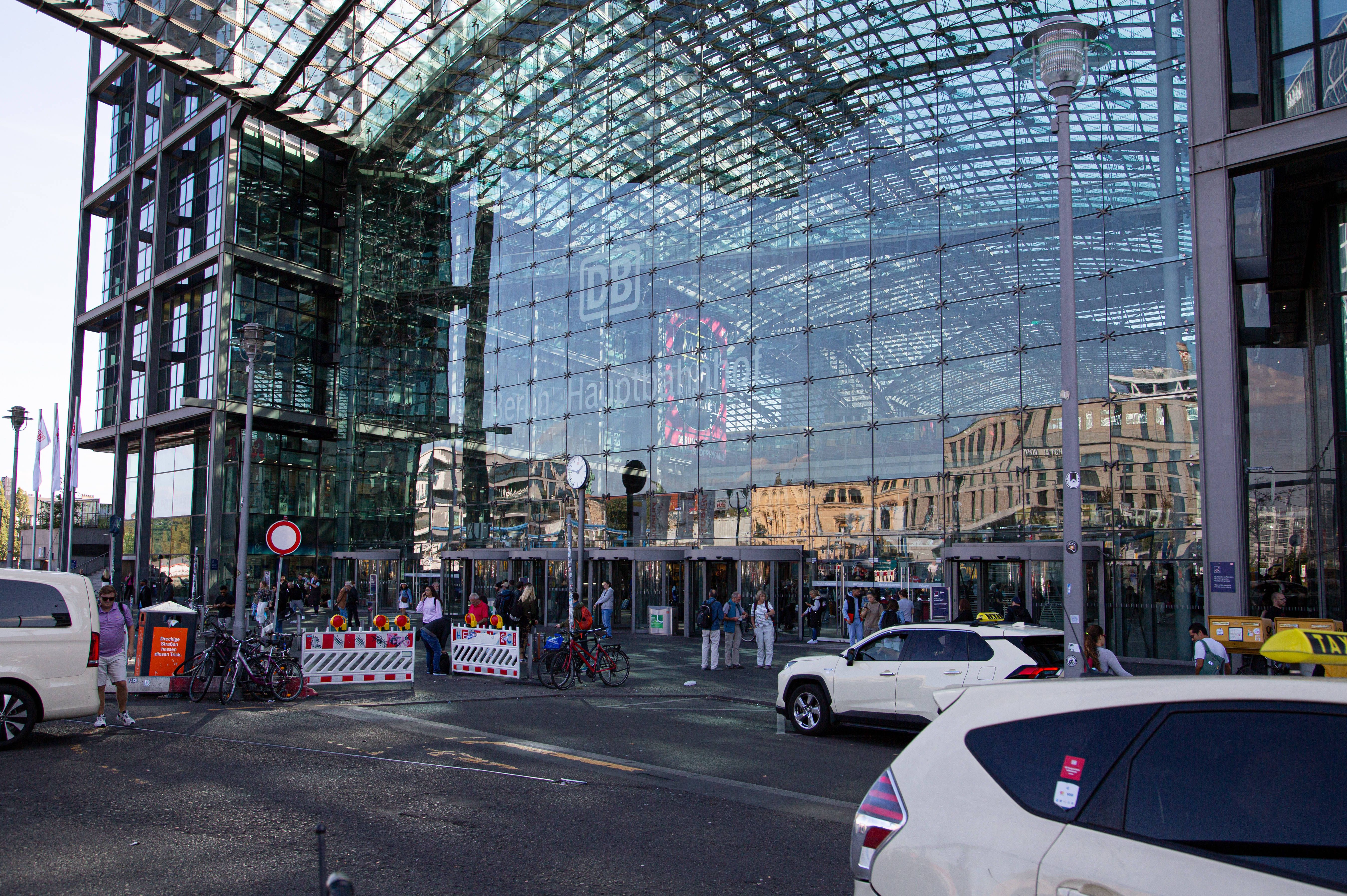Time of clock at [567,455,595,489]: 1:46
